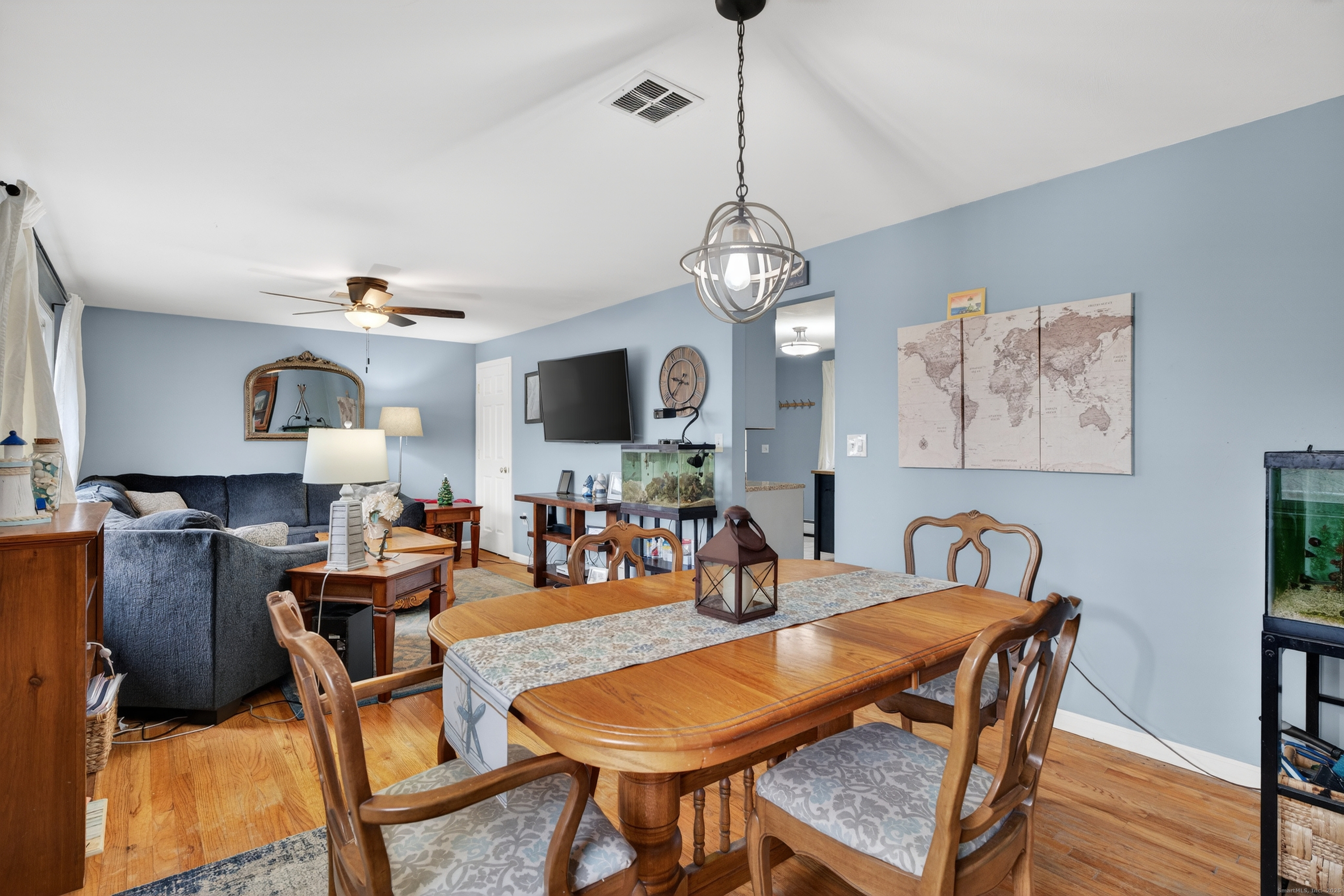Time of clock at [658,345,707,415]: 9:38
